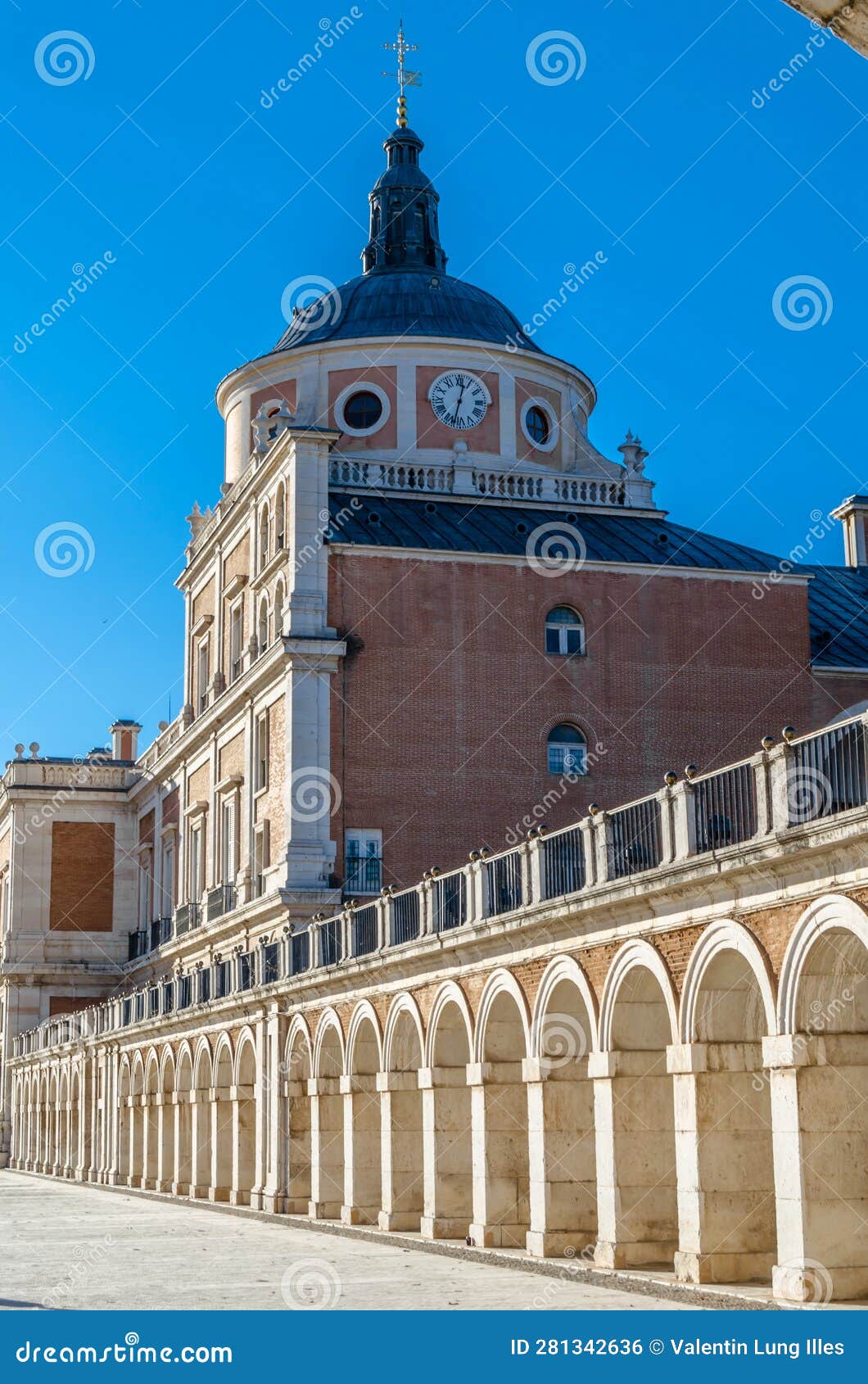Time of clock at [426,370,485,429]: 12:32
